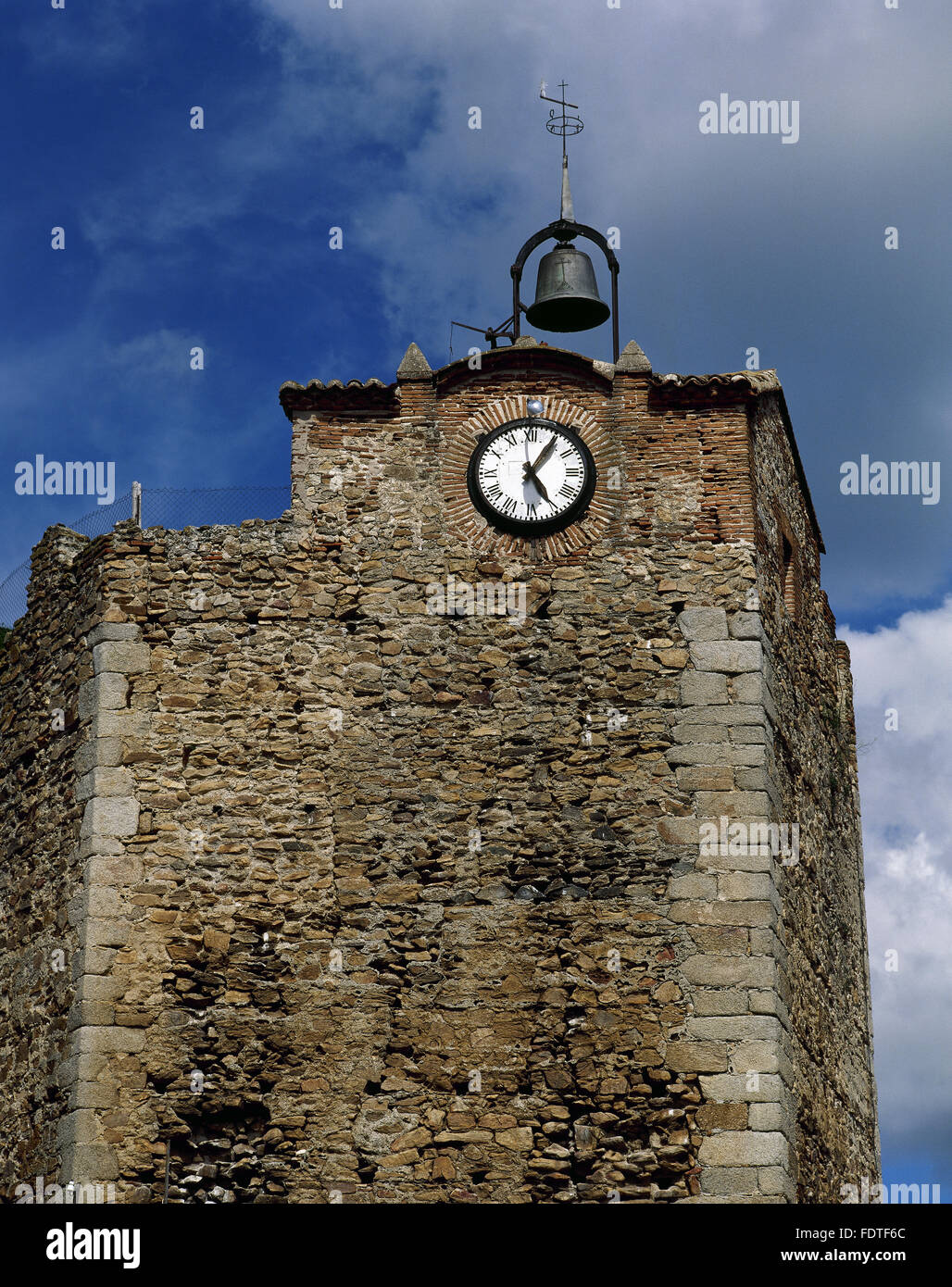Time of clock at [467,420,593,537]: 5:05
